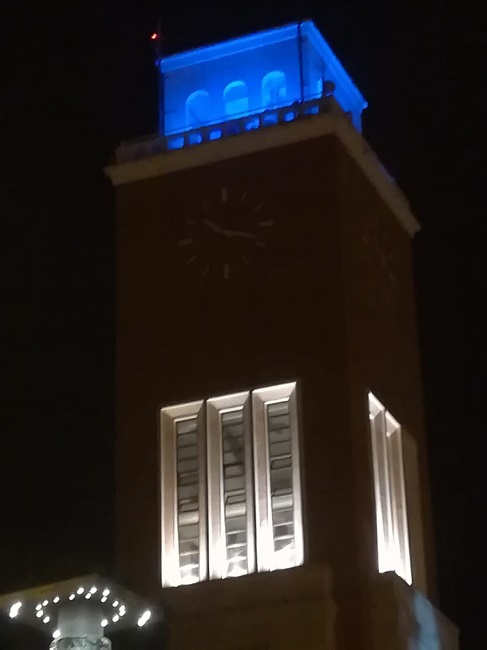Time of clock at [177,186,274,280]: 10:18
